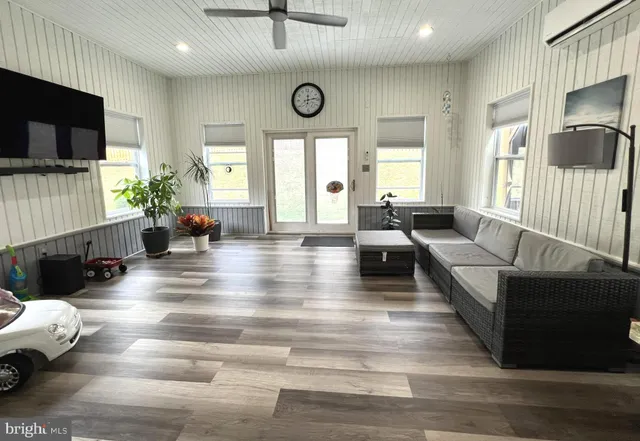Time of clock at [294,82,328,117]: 12:13
